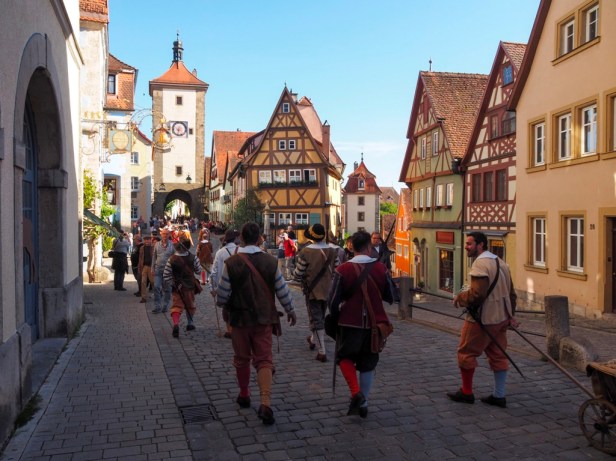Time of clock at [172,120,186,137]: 8:32
